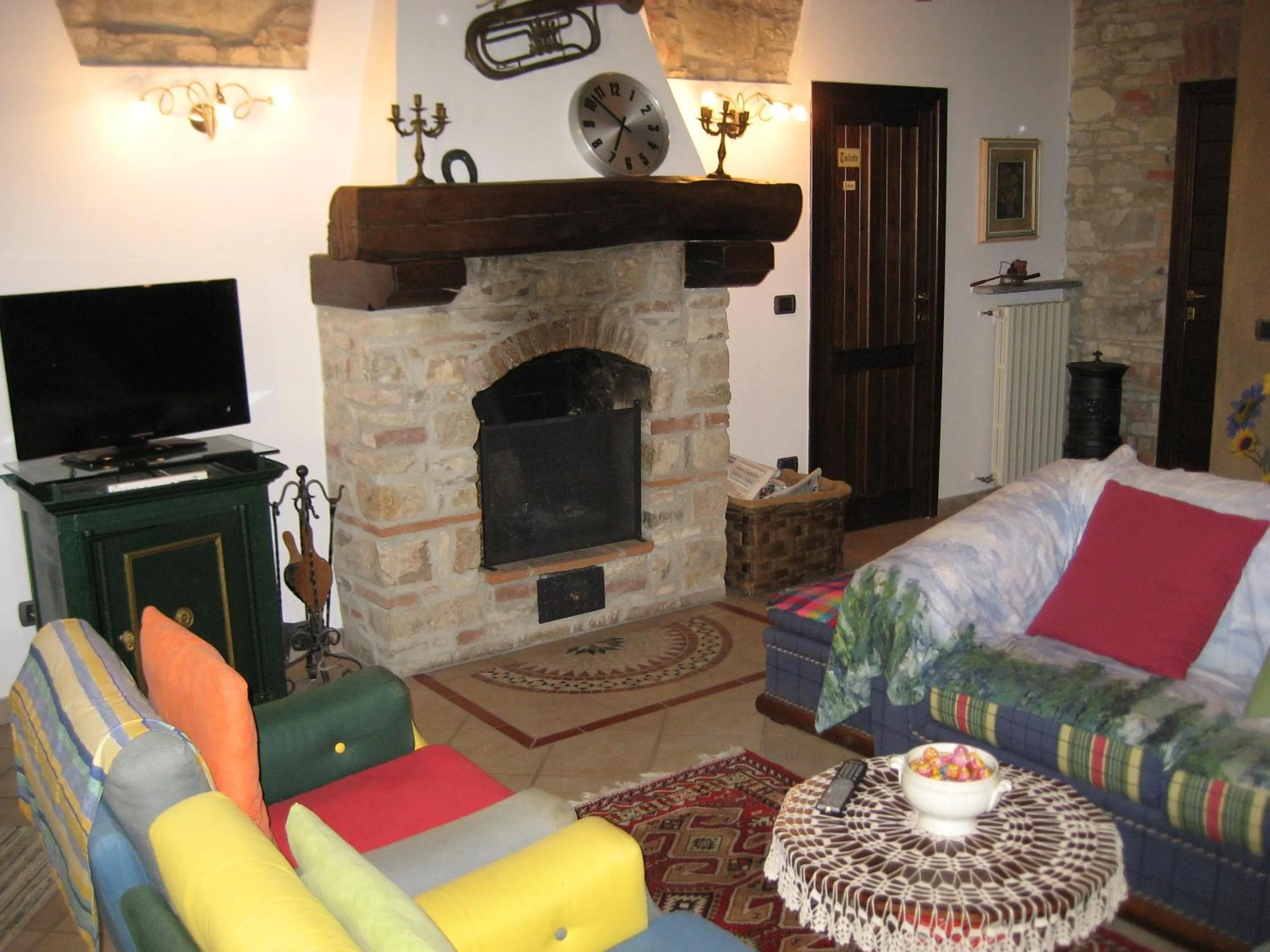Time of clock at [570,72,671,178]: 6:52
